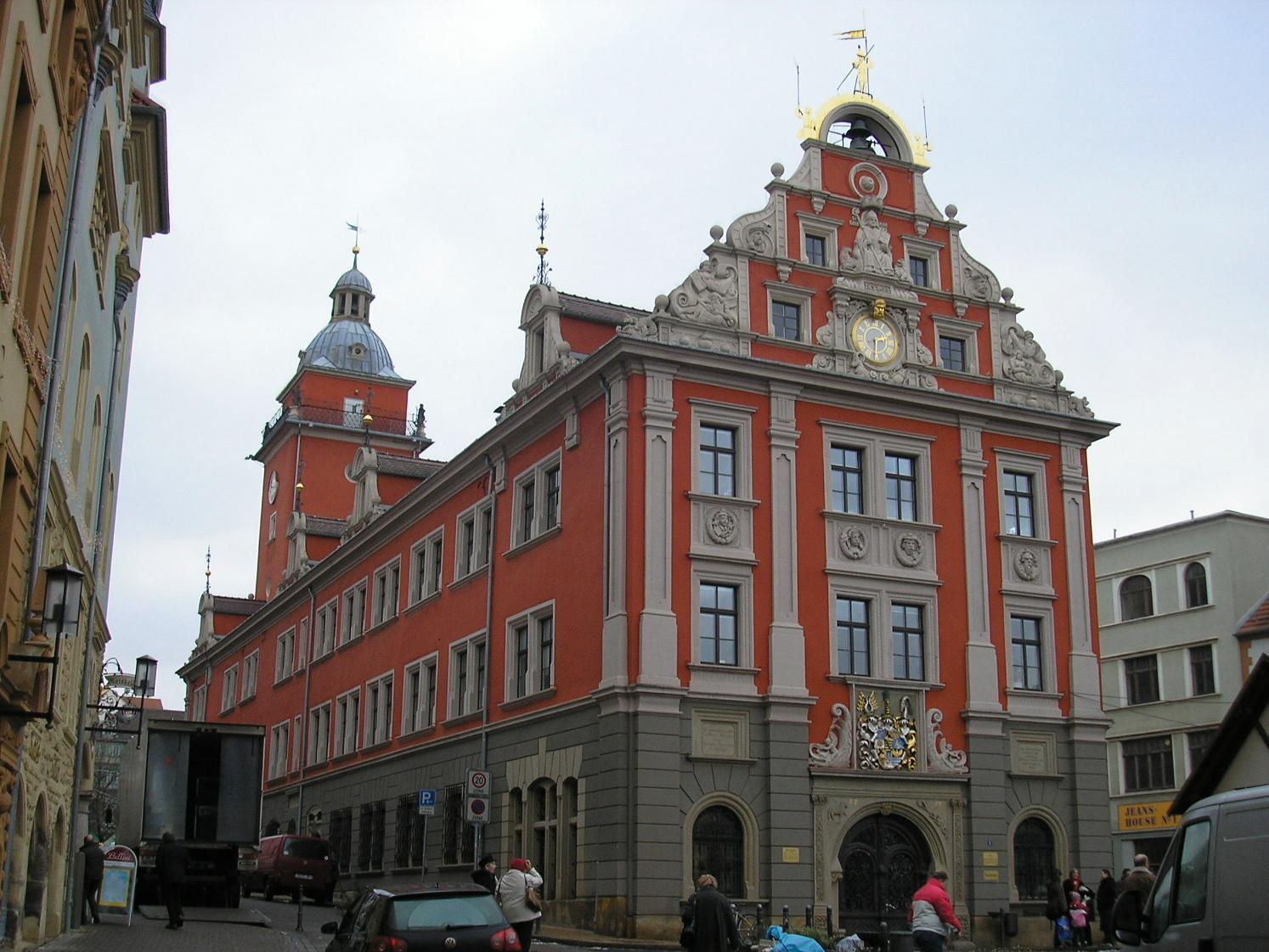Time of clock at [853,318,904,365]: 2:31
